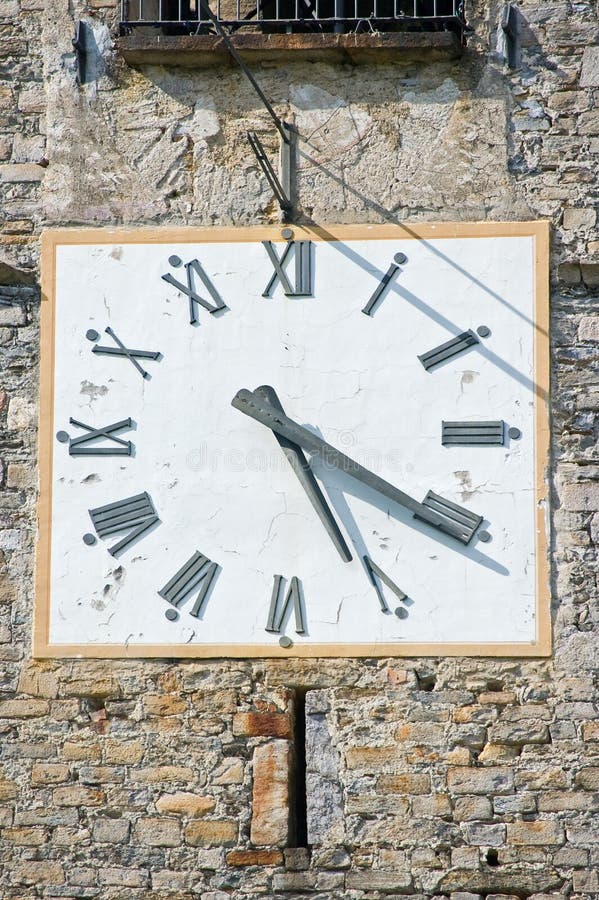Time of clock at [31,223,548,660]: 5:20
